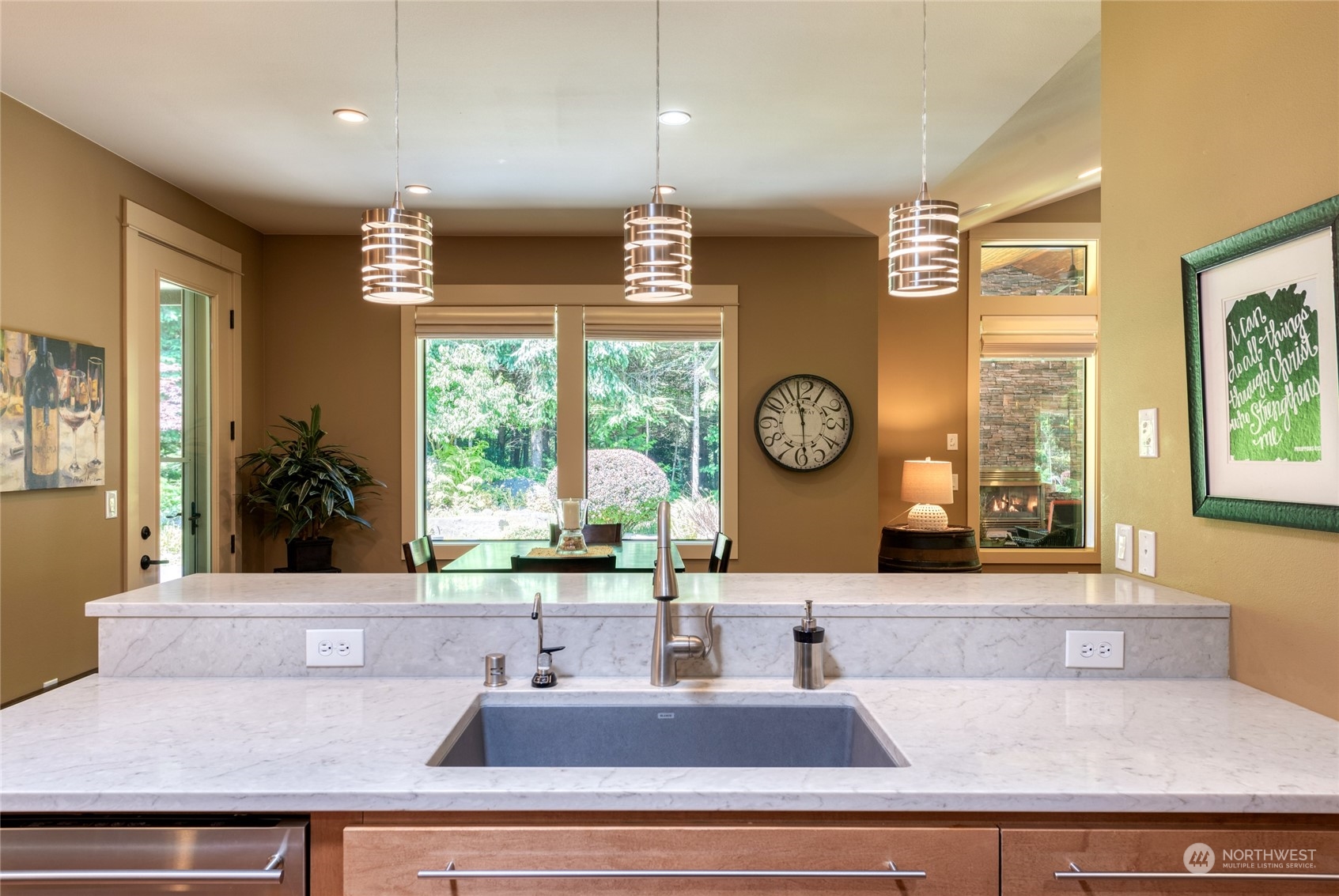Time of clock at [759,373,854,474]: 11:29
